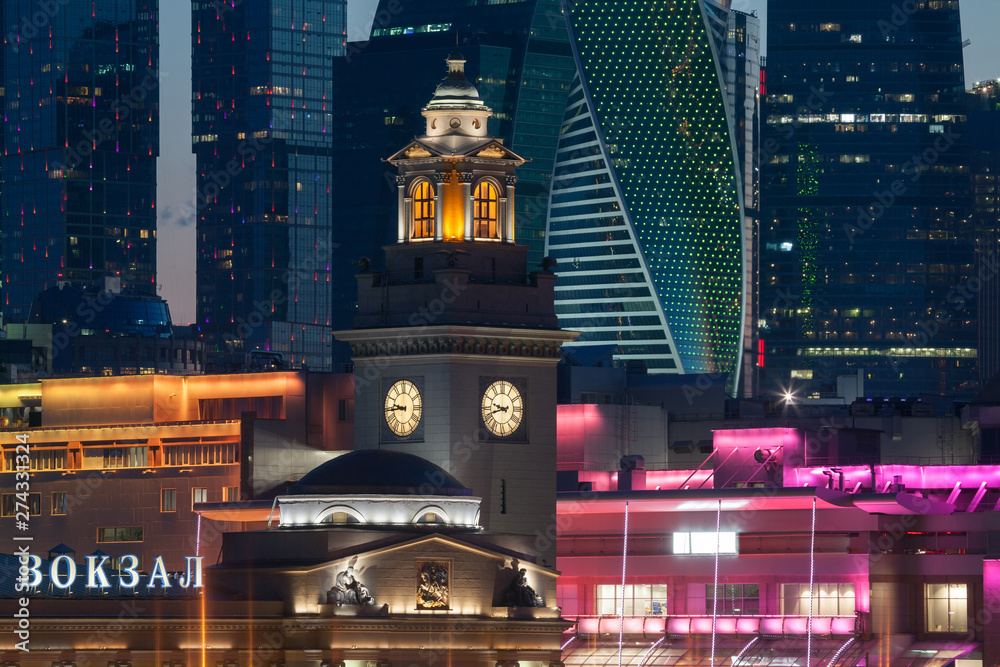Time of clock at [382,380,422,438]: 9:44
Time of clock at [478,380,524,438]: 9:42
